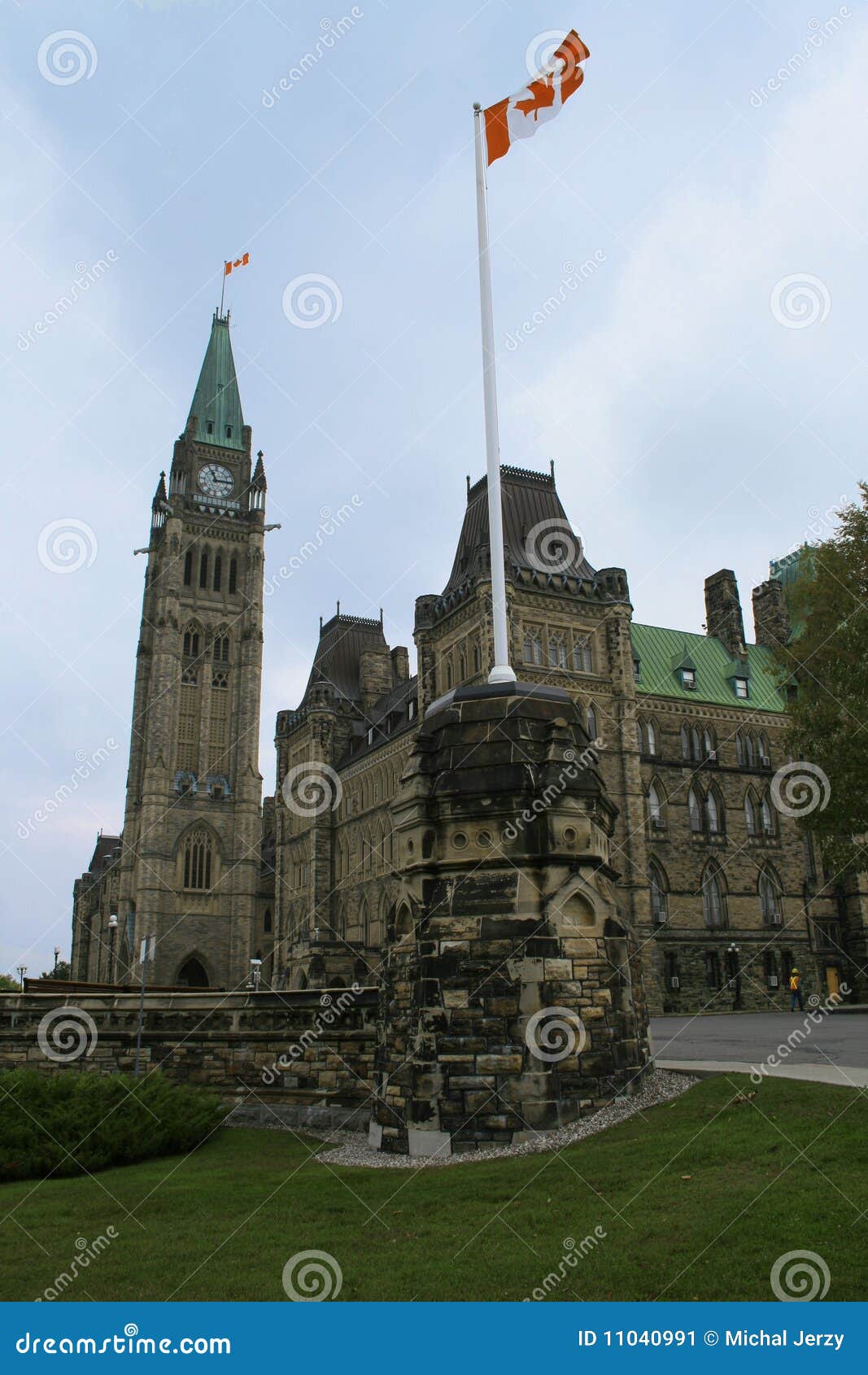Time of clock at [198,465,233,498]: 11:14
